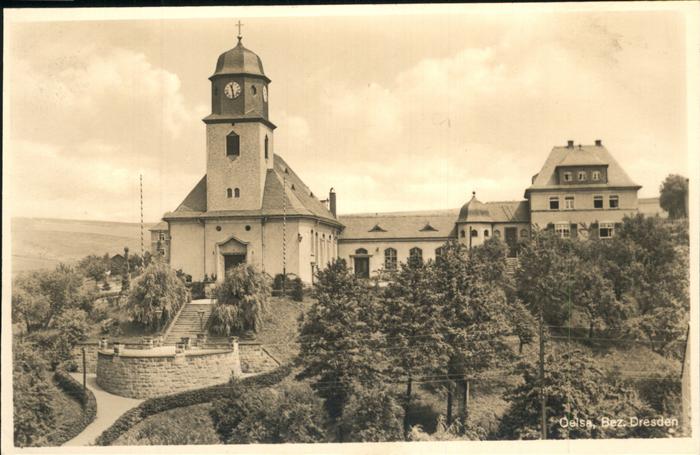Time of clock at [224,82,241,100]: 11:28
